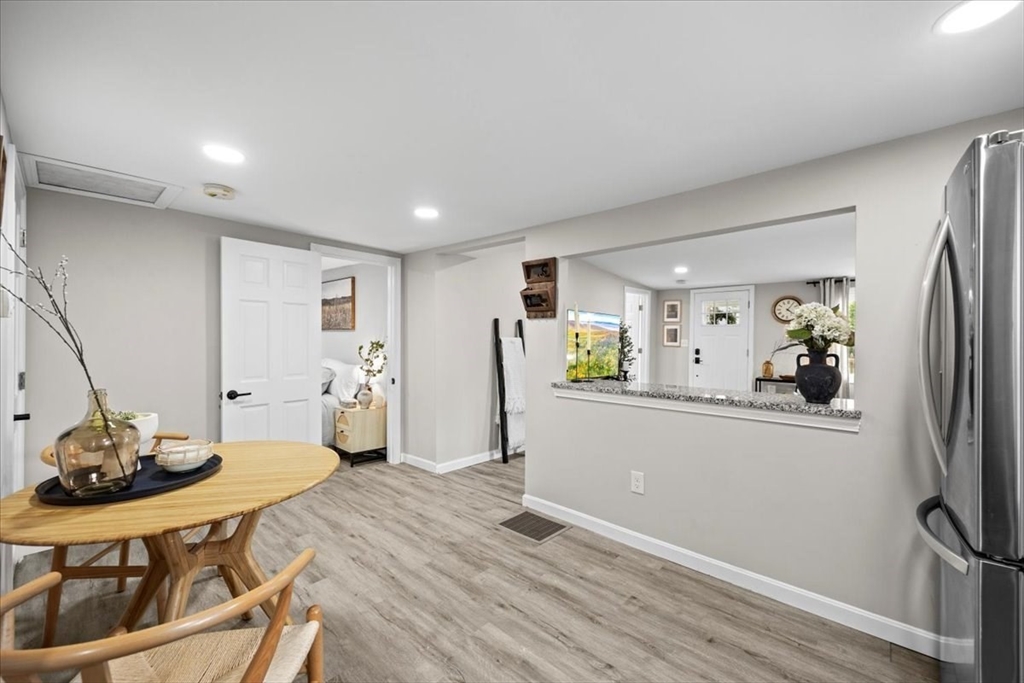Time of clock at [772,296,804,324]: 4:05
